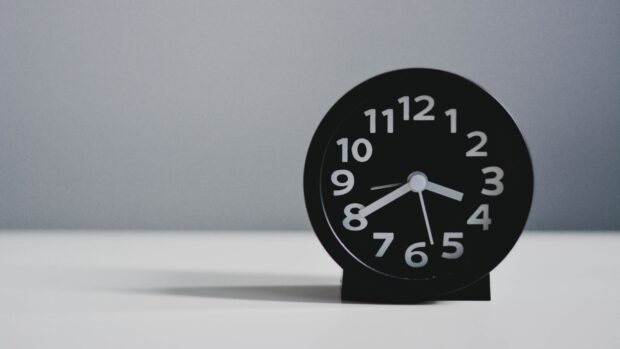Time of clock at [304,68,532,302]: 3:39
